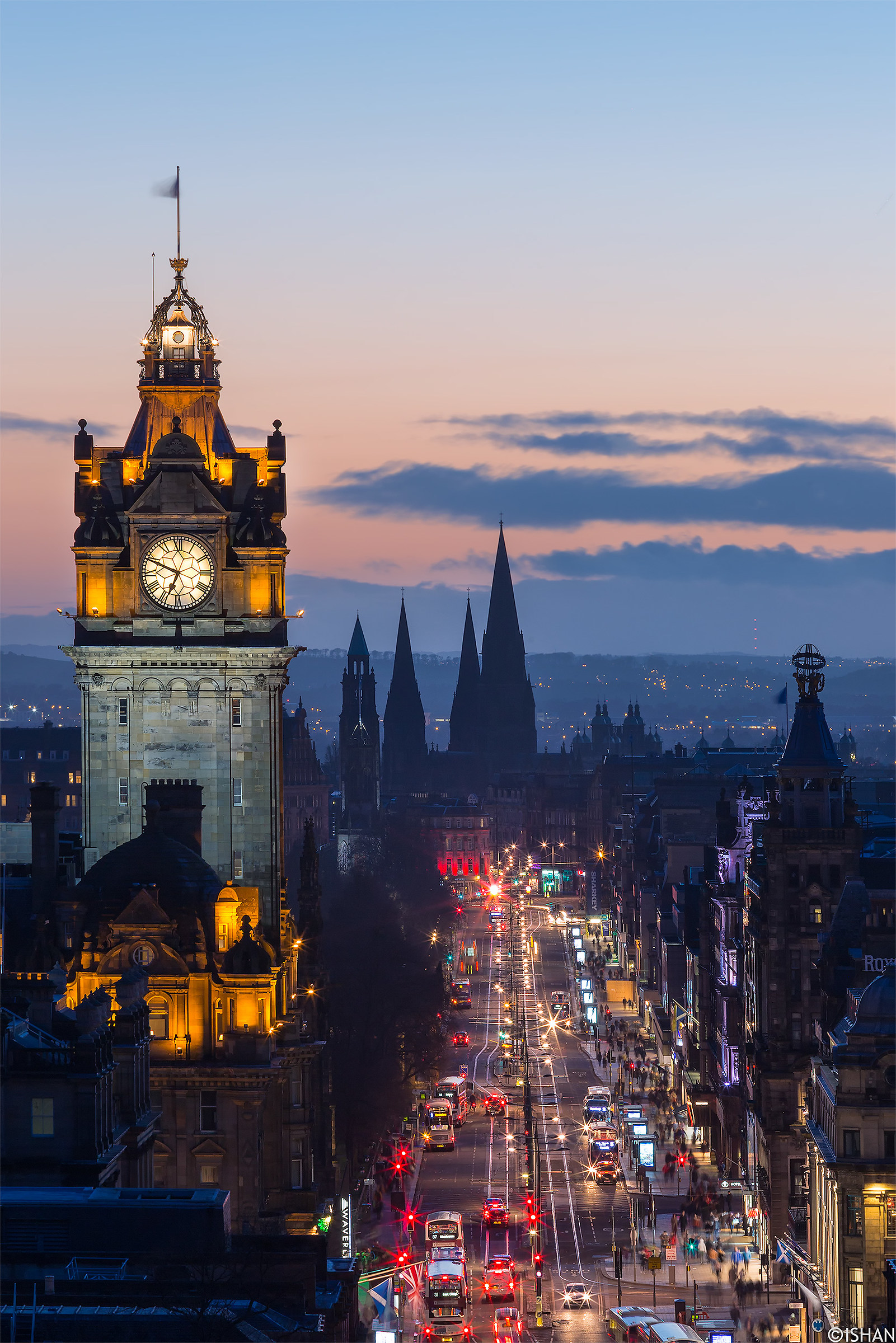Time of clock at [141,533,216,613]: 6:48
